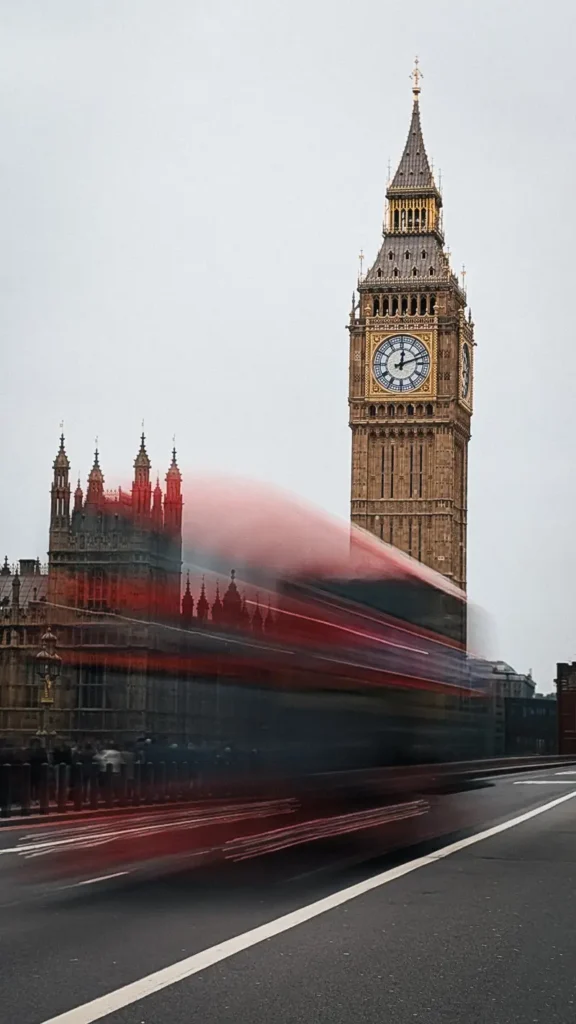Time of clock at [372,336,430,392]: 12:12
